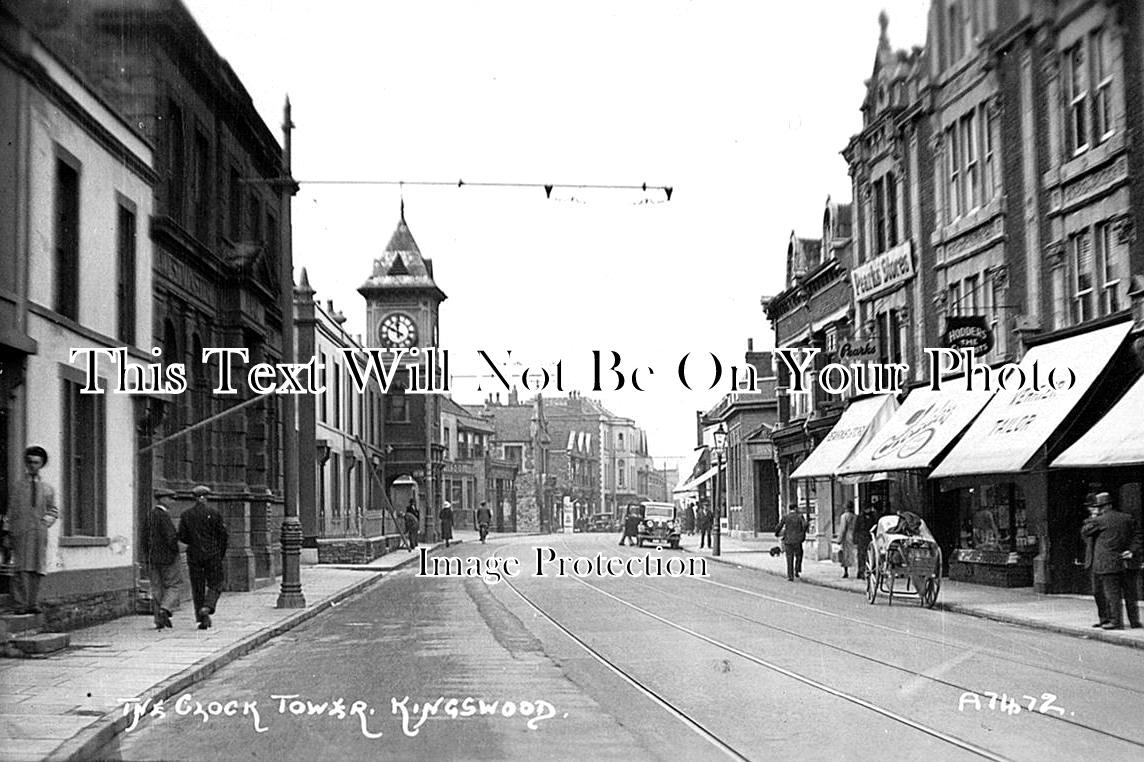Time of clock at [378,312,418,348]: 11:49
